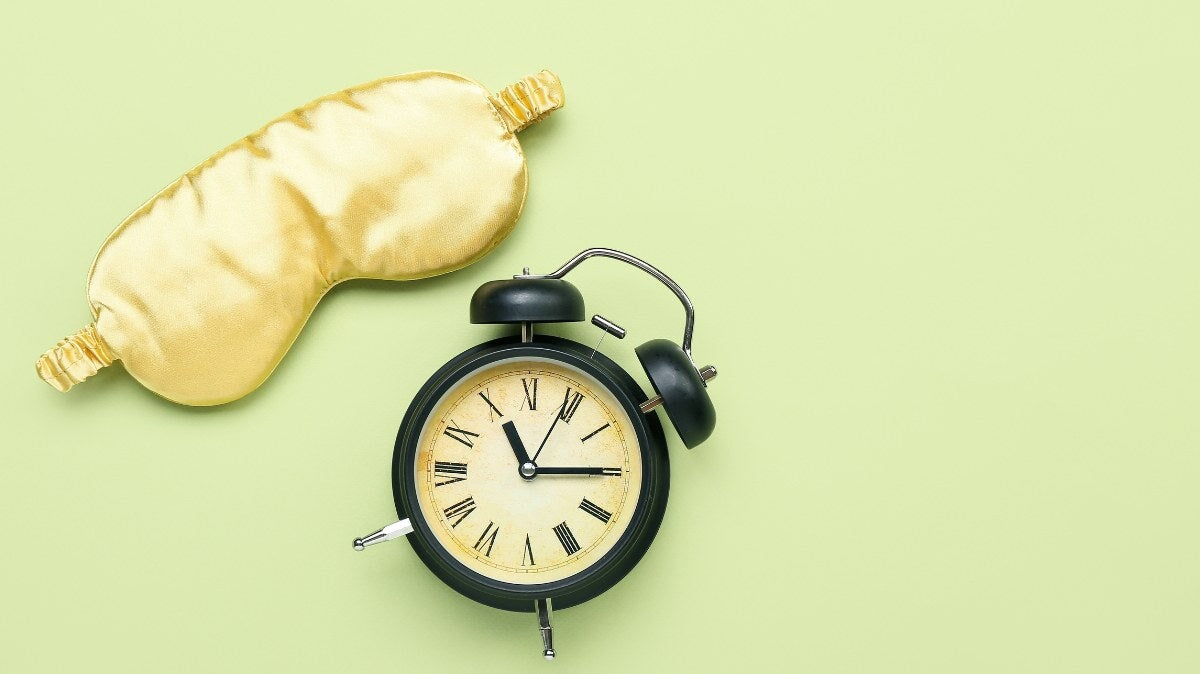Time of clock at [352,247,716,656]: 11:14
